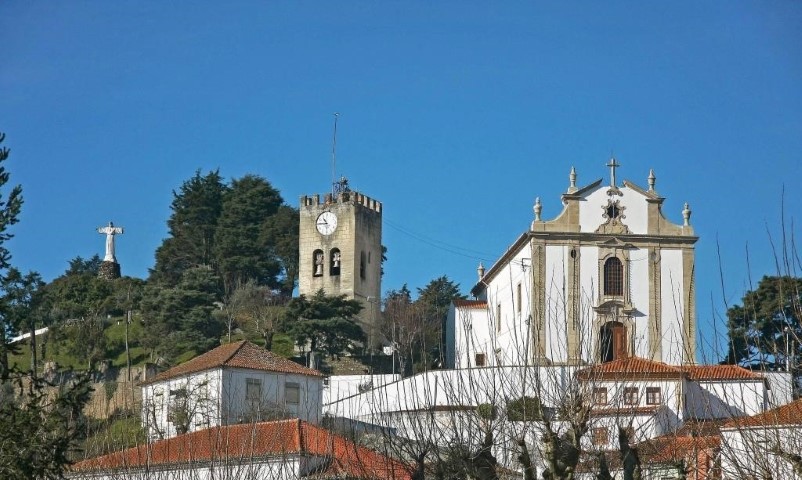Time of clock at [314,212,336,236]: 10:45
